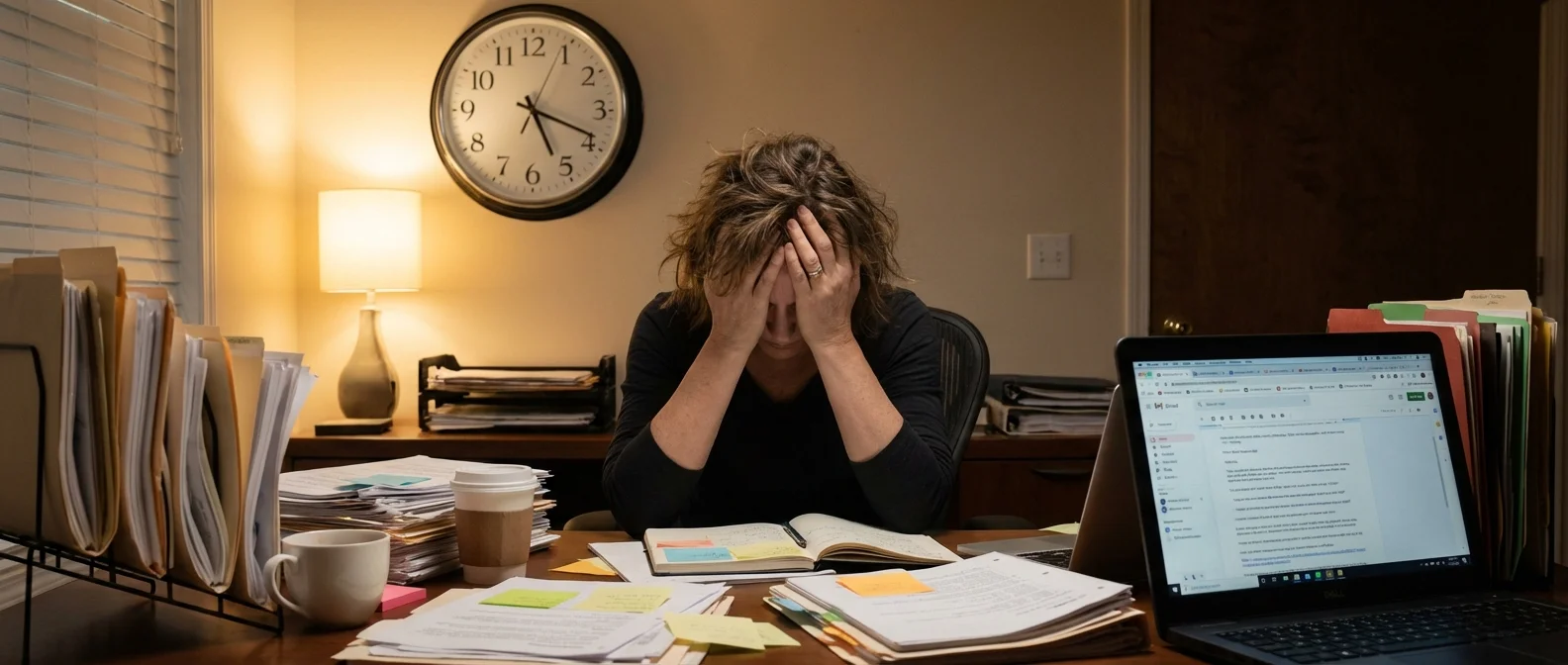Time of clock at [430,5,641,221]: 5:18
